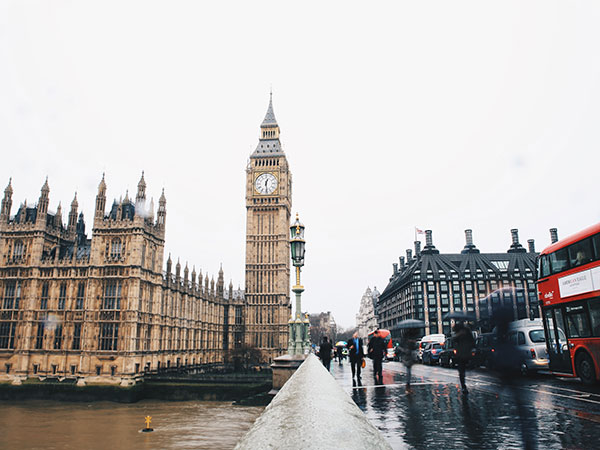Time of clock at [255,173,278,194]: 12:28
